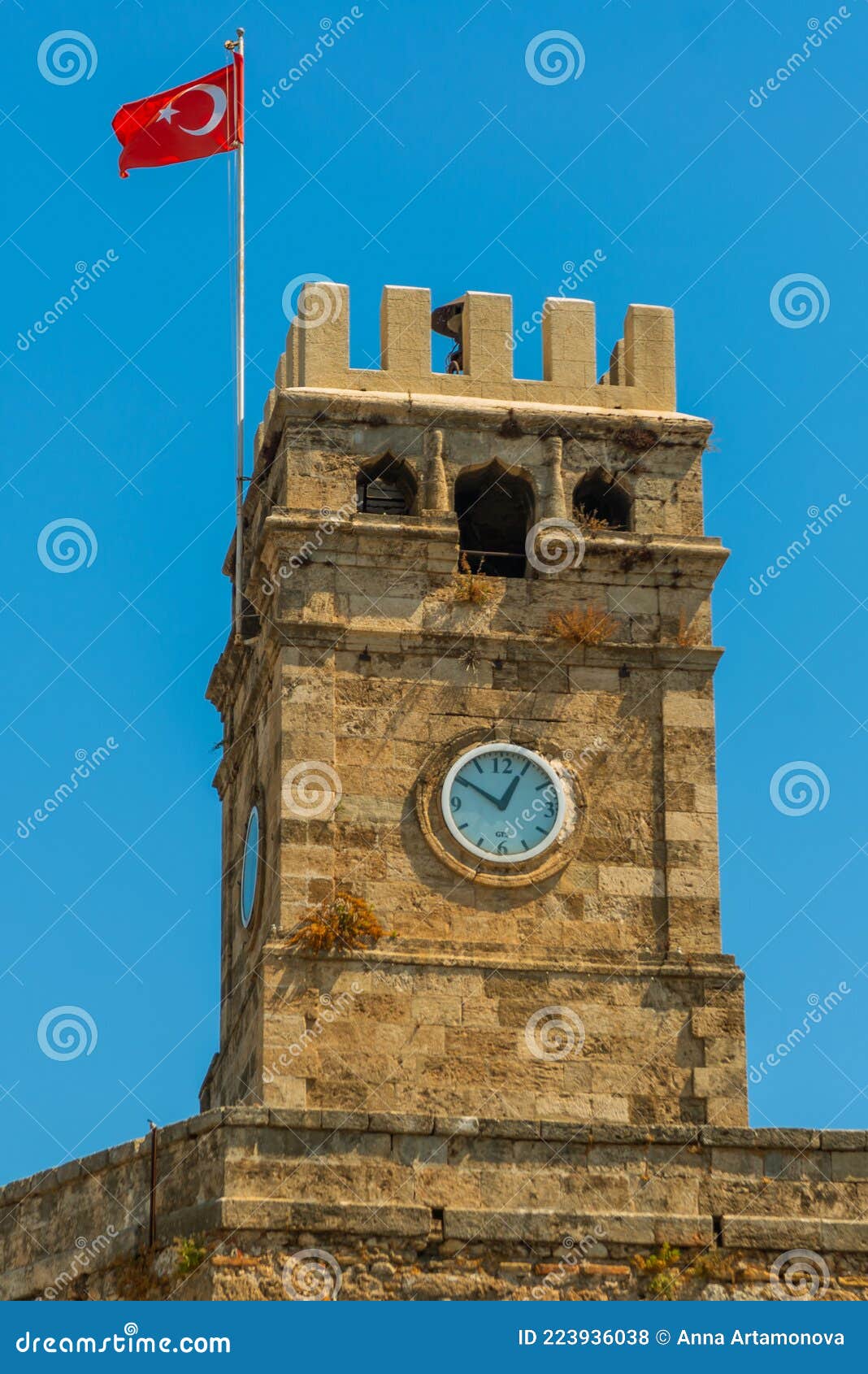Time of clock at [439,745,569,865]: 12:50
